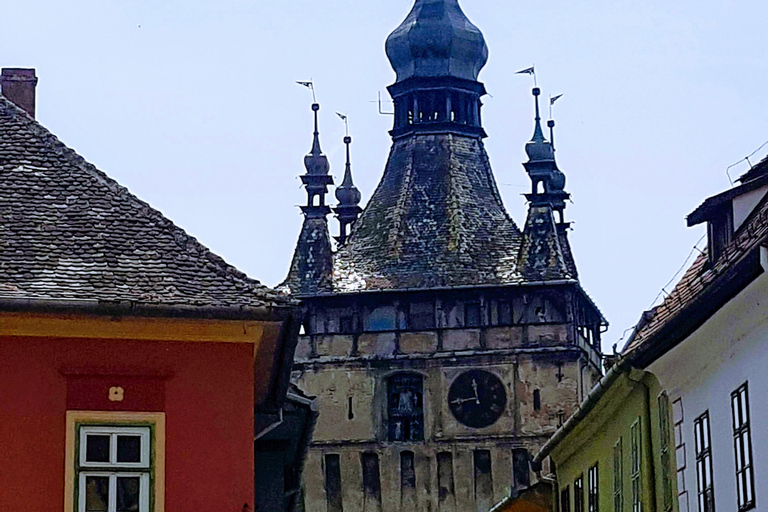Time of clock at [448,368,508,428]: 11:42
